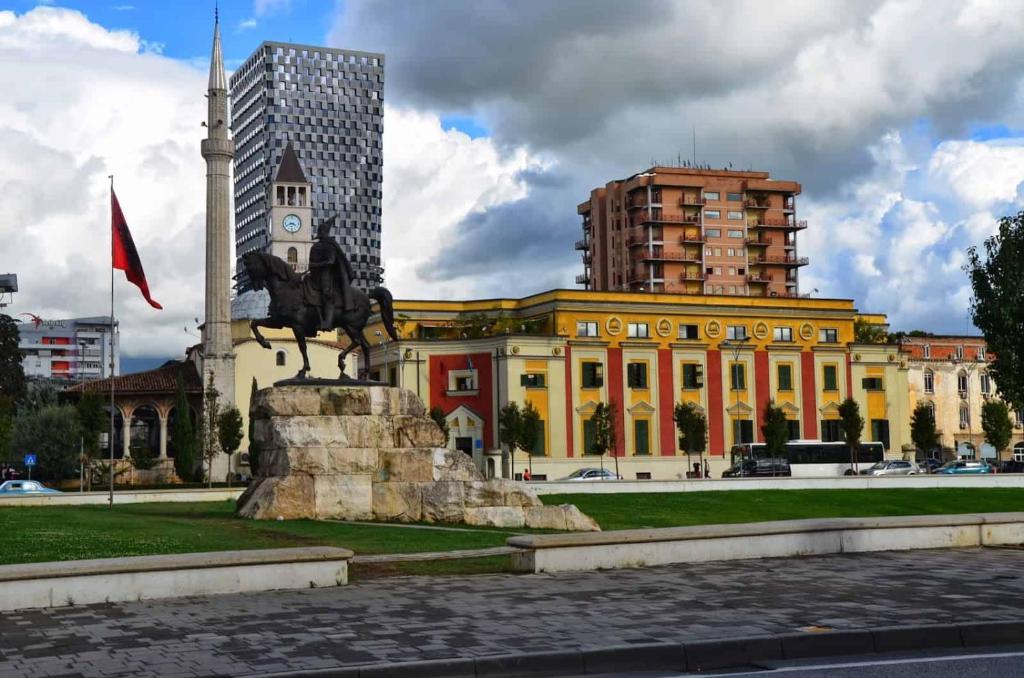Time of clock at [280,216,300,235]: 3:41
